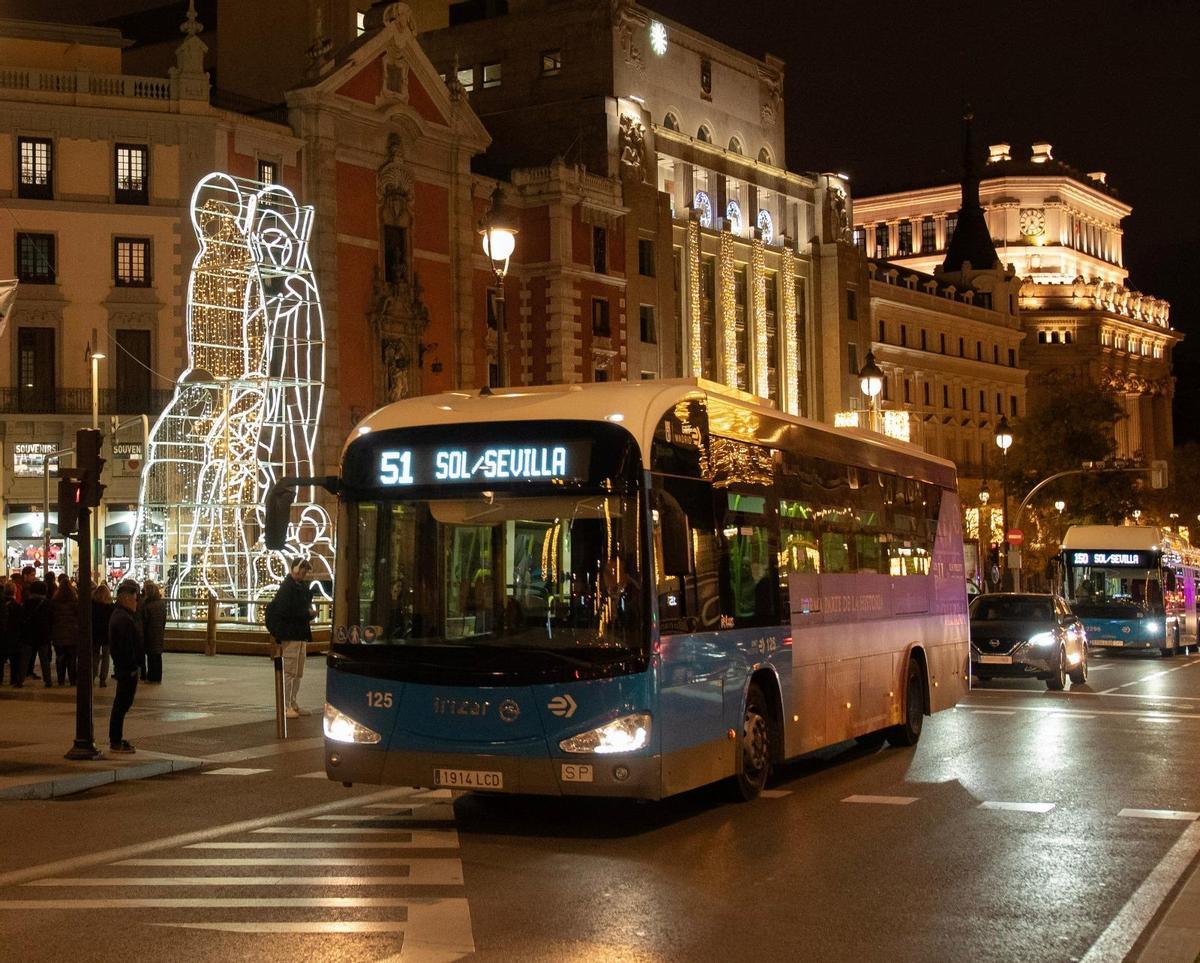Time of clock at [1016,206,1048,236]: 11:36
